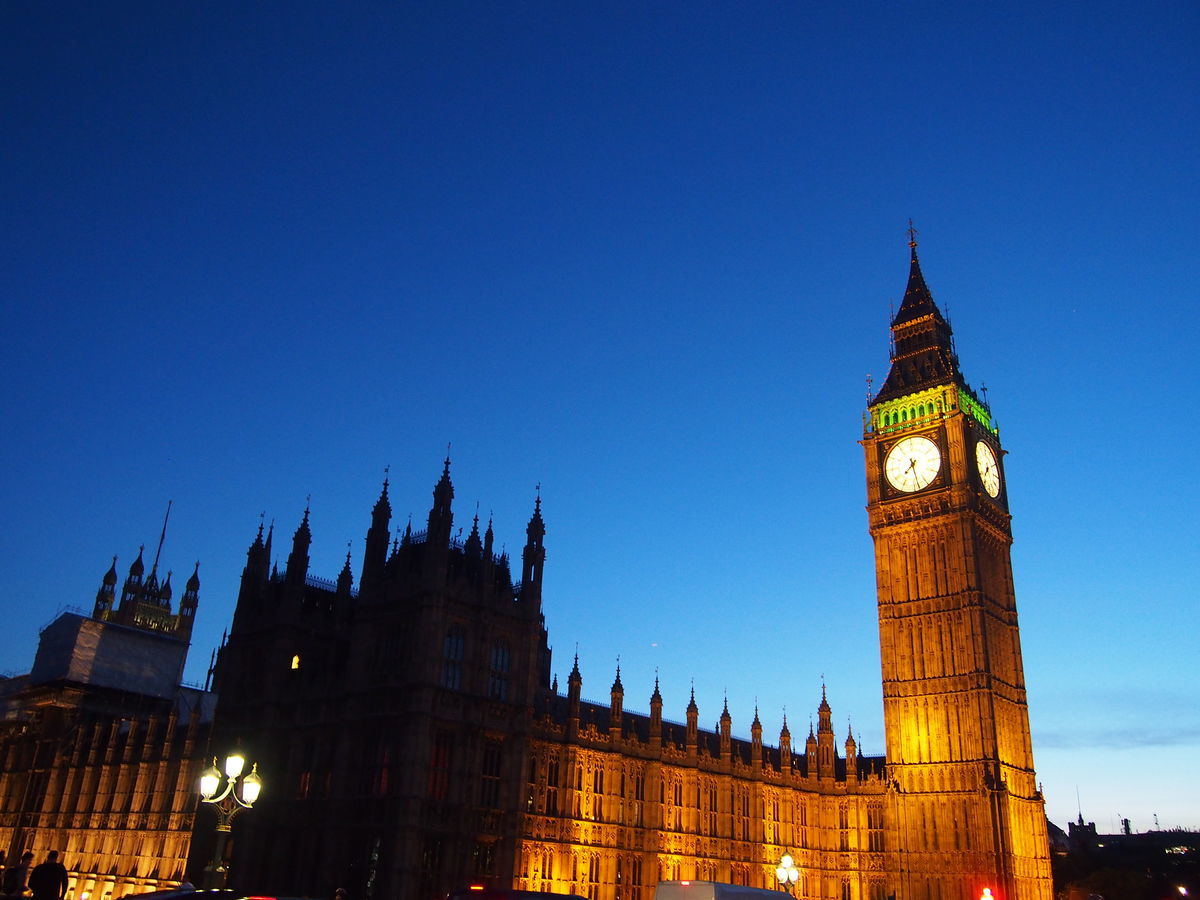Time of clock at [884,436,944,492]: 7:28
